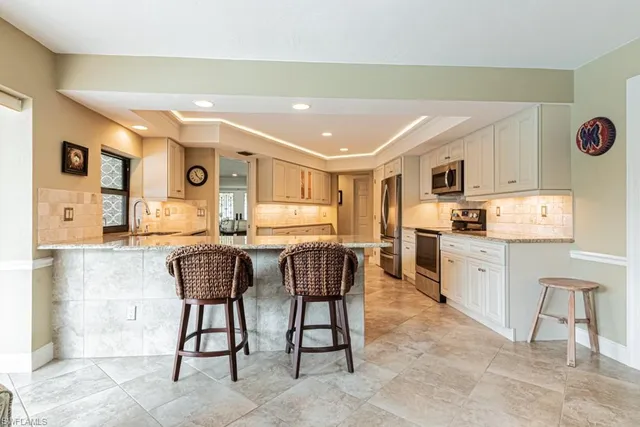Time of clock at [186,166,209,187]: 11:22
